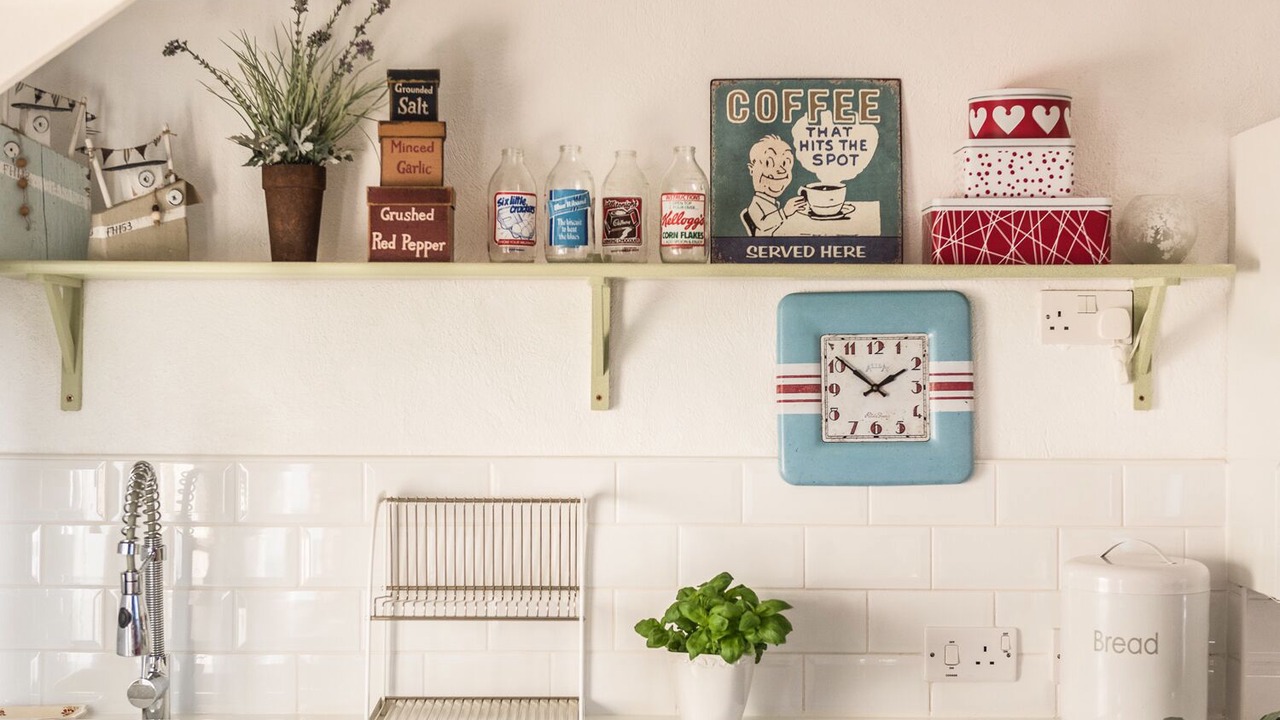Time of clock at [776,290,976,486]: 1:51
